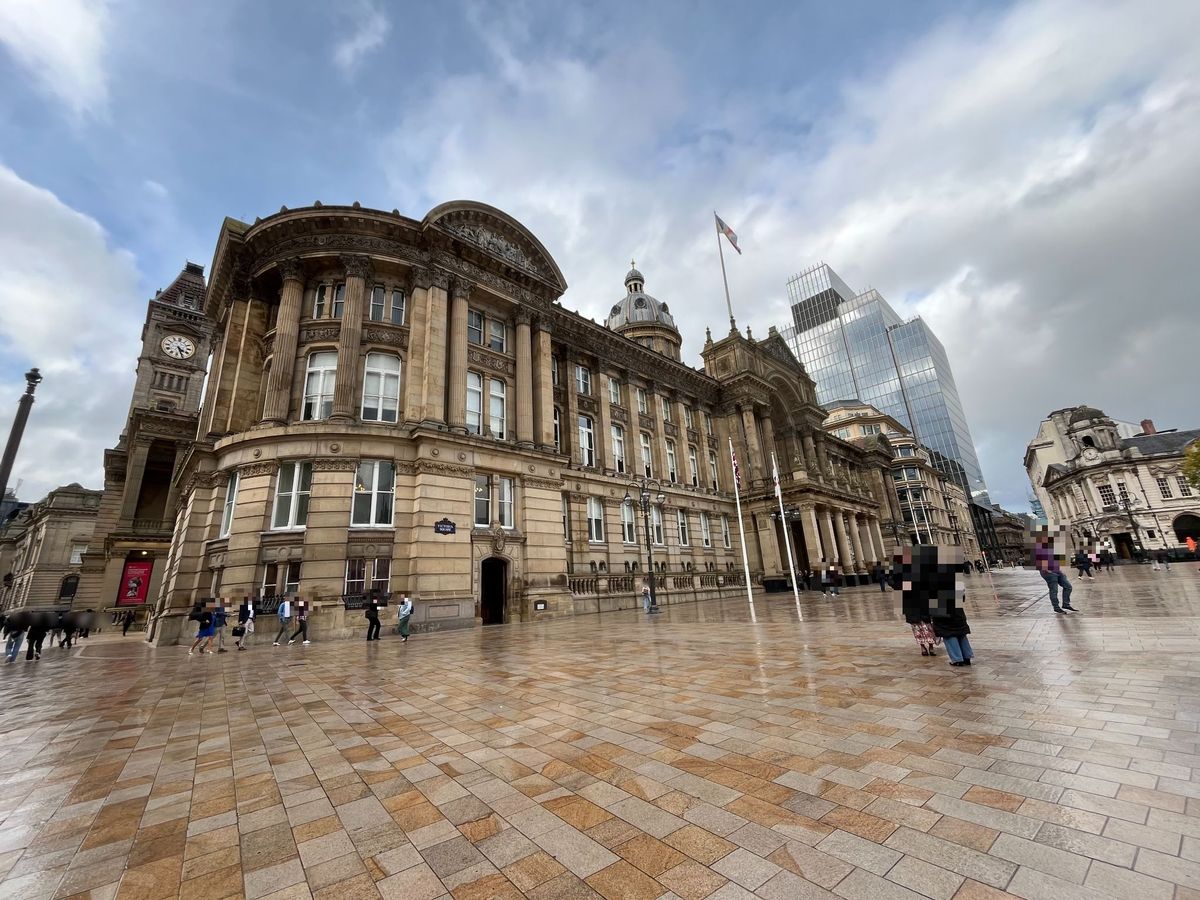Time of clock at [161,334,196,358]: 4:26
